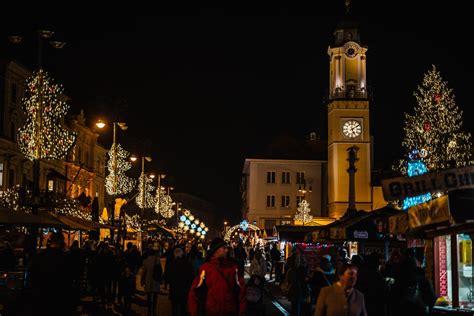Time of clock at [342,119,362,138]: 5:09
